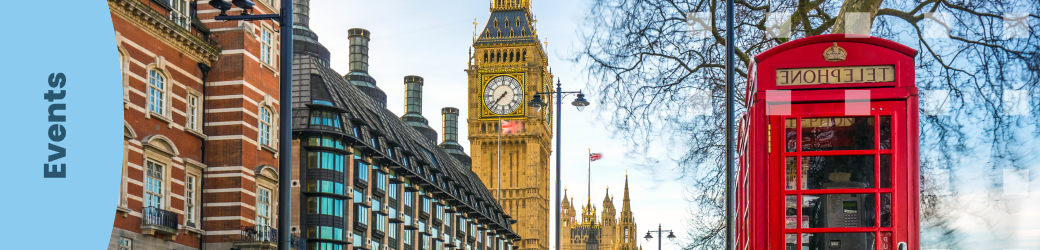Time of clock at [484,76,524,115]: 7:37
